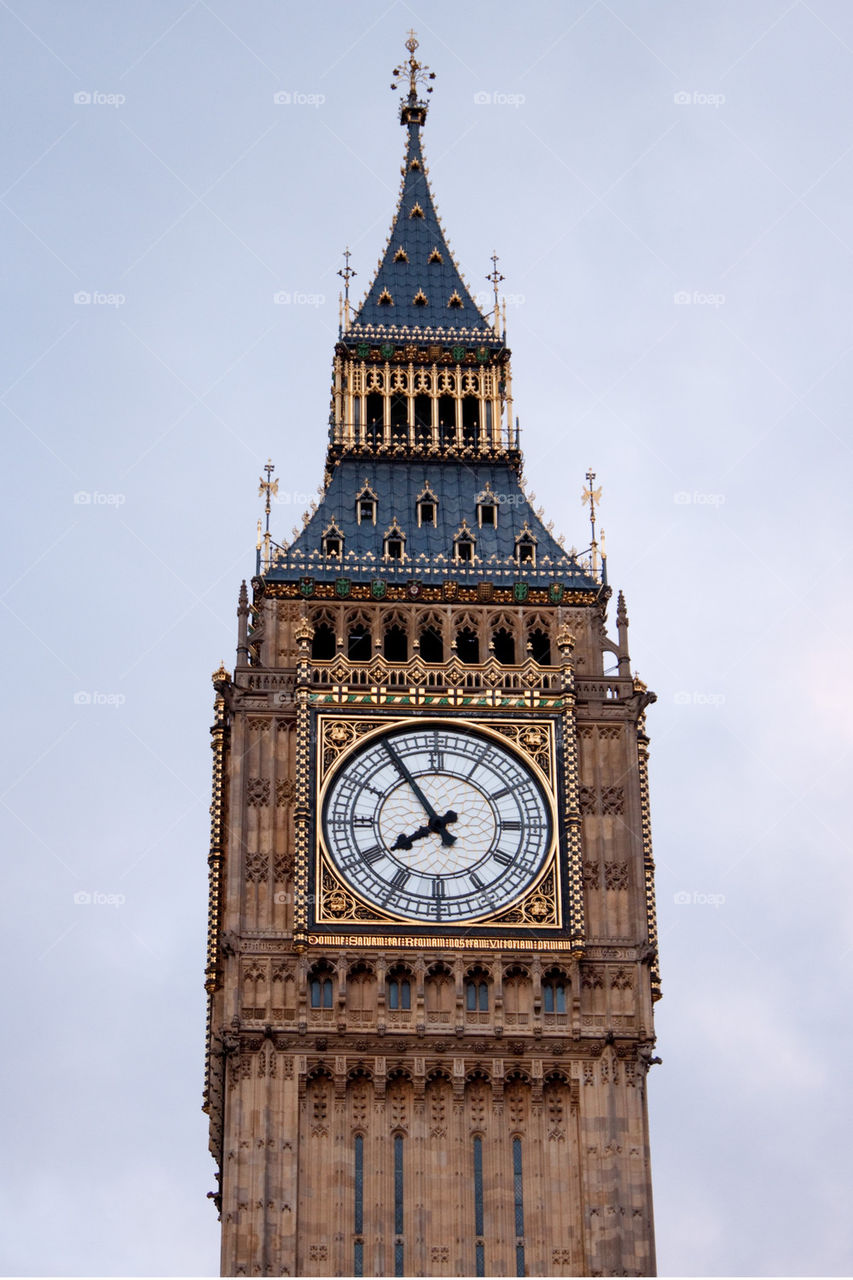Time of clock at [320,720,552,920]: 7:54
